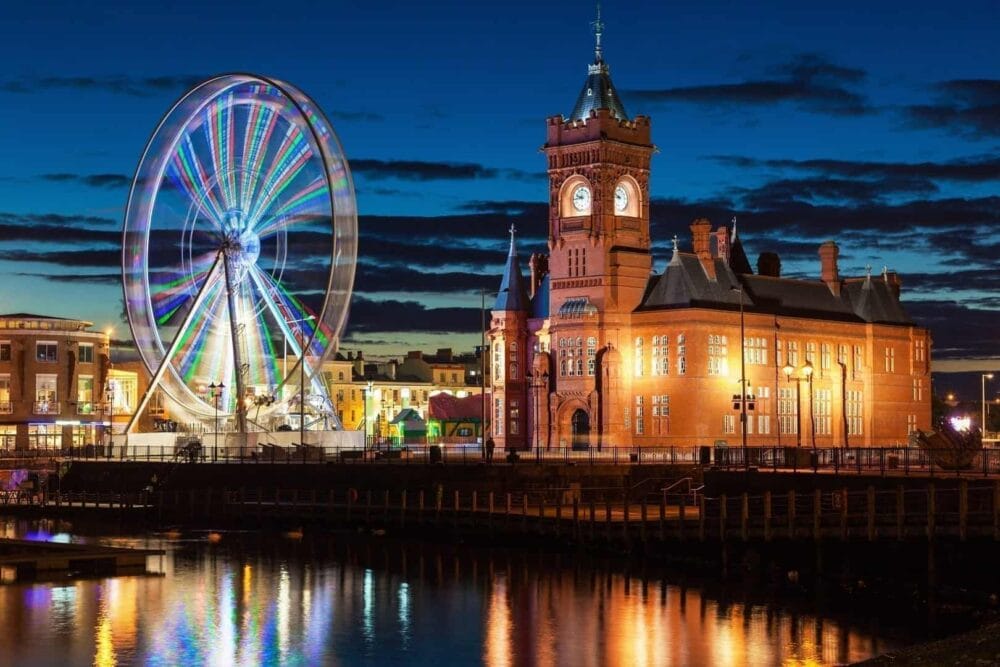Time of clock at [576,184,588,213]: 9:43
